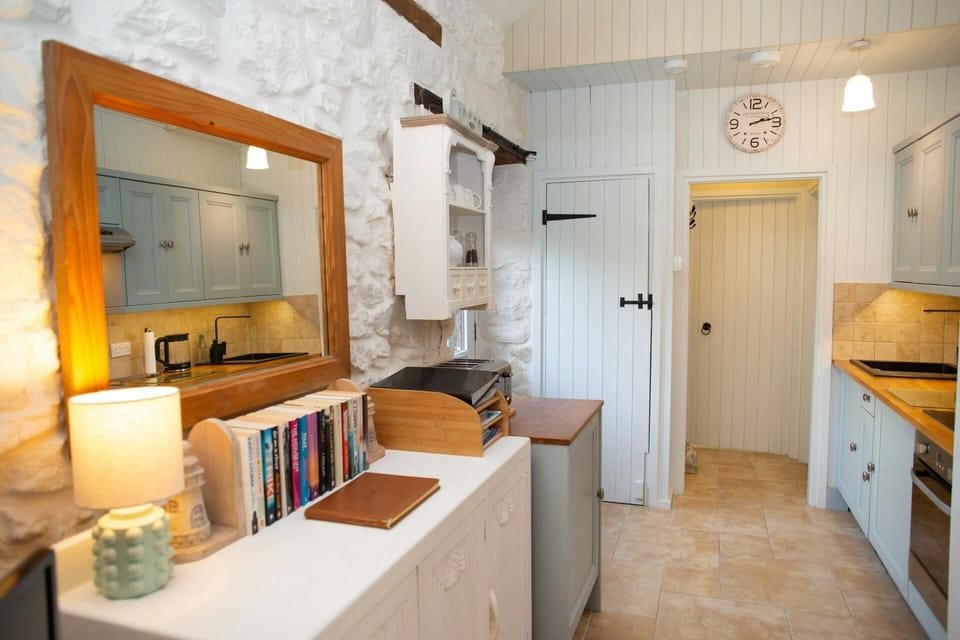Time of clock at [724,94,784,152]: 2:12
